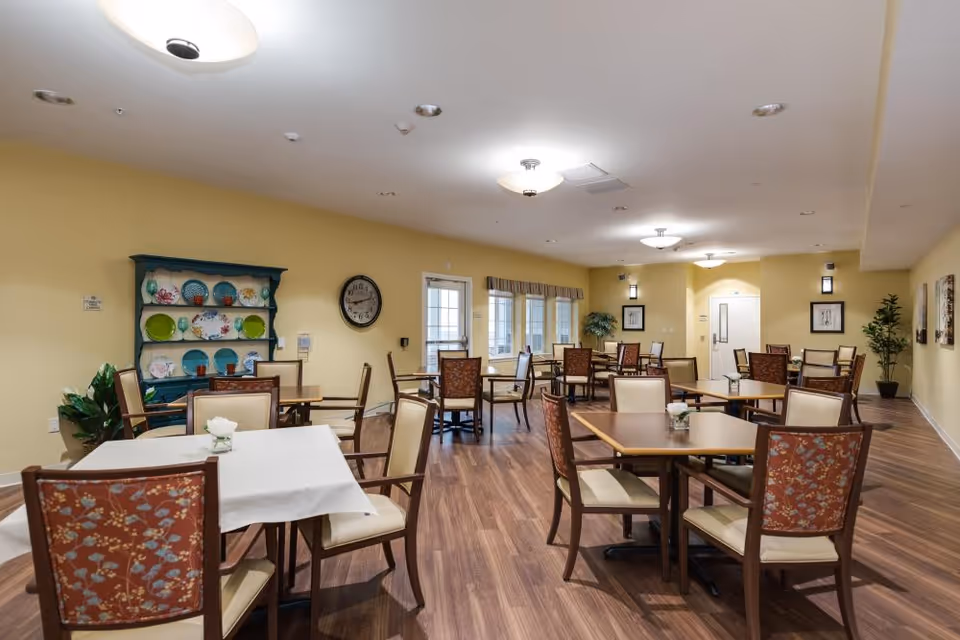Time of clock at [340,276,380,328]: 8:12
